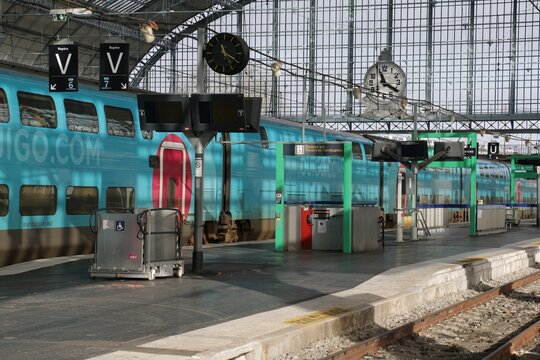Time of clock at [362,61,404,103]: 11:20
